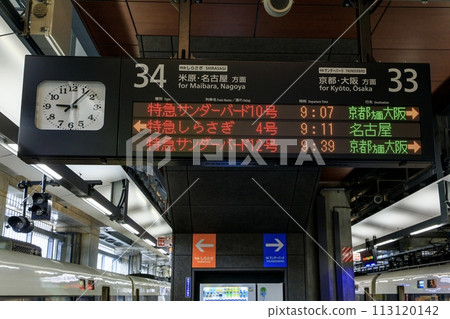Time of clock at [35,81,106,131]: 9:07
